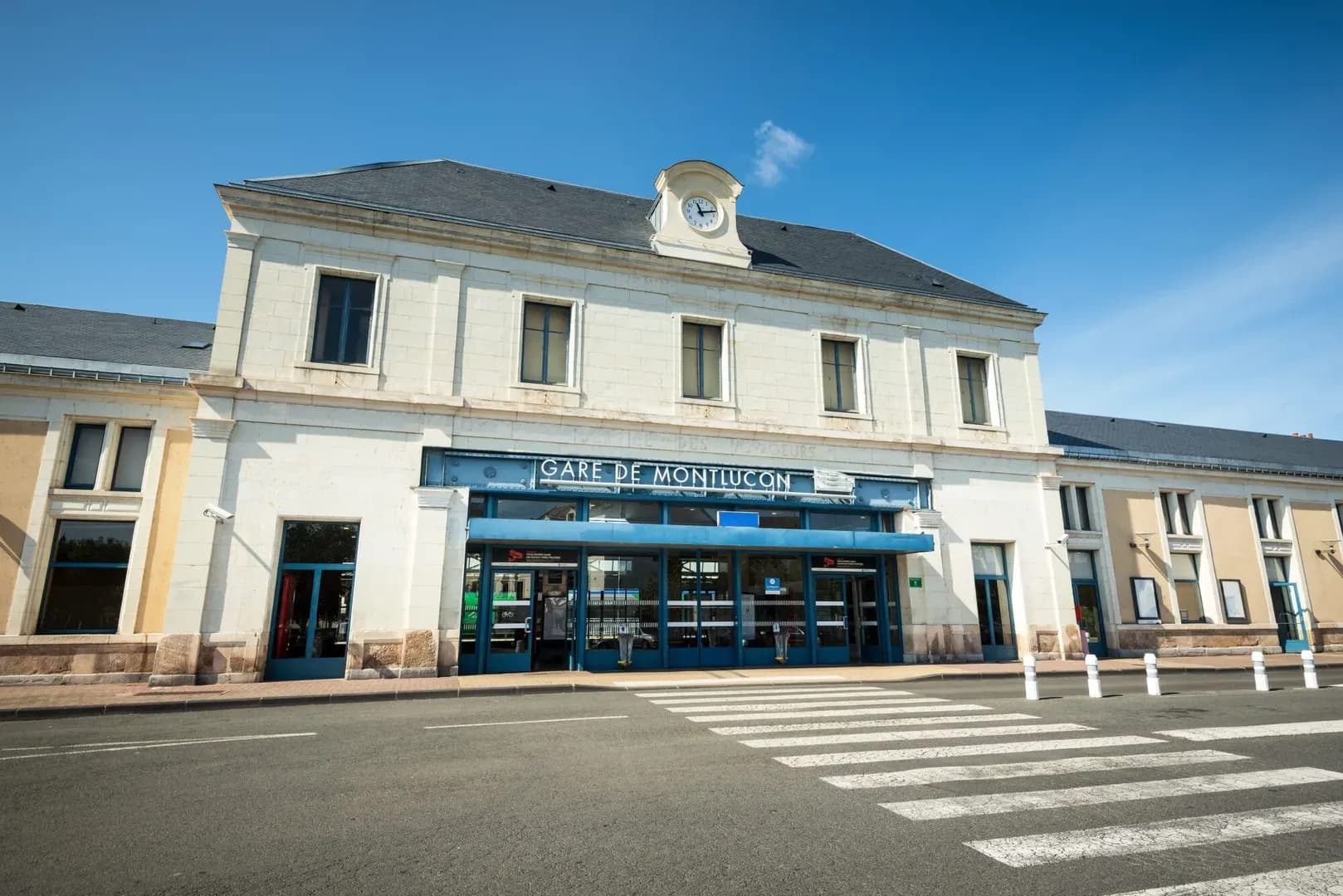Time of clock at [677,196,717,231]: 11:13
